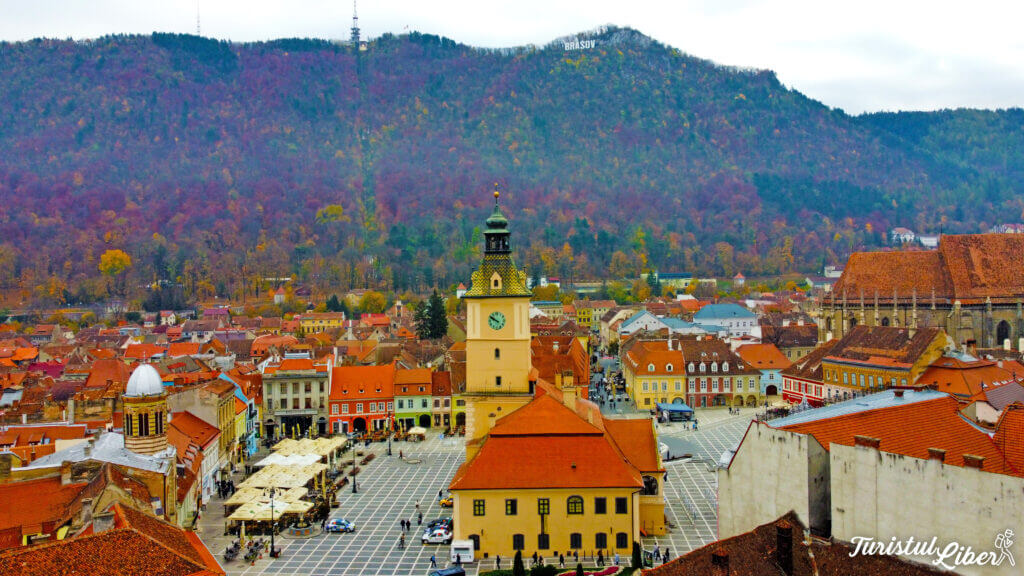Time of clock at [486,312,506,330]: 9:50
